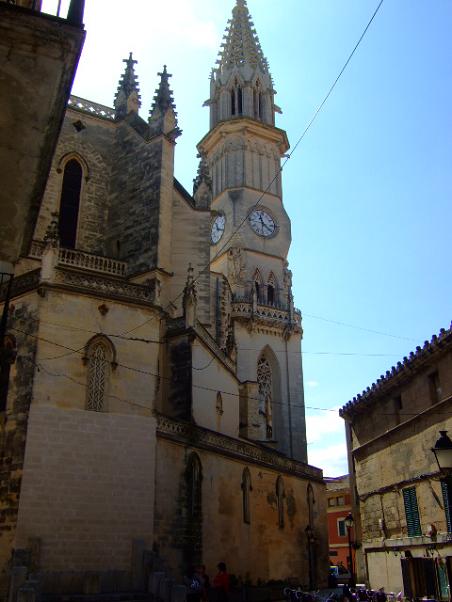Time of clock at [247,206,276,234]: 11:21
